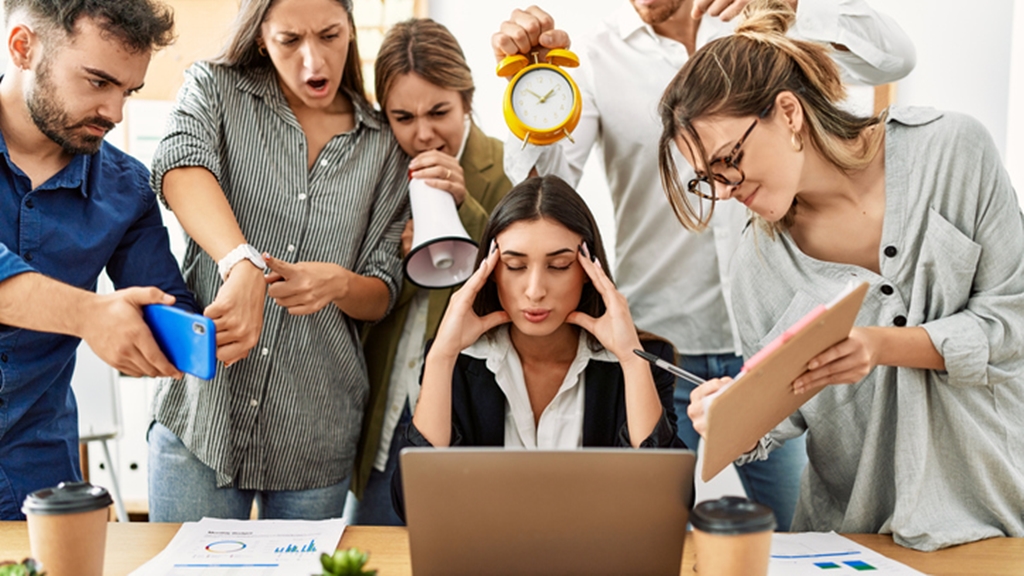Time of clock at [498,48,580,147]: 1:52
